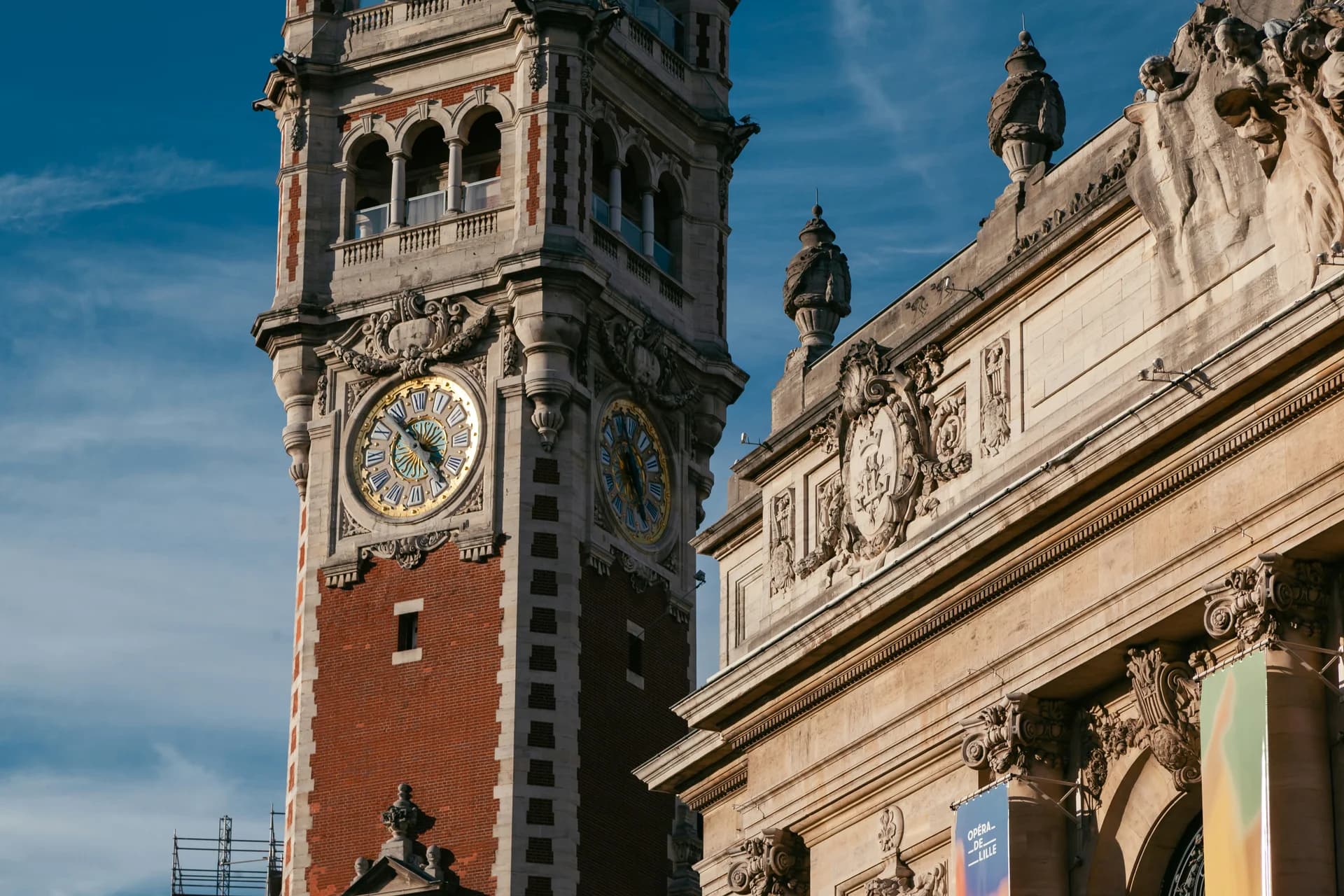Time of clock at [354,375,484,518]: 4:52
